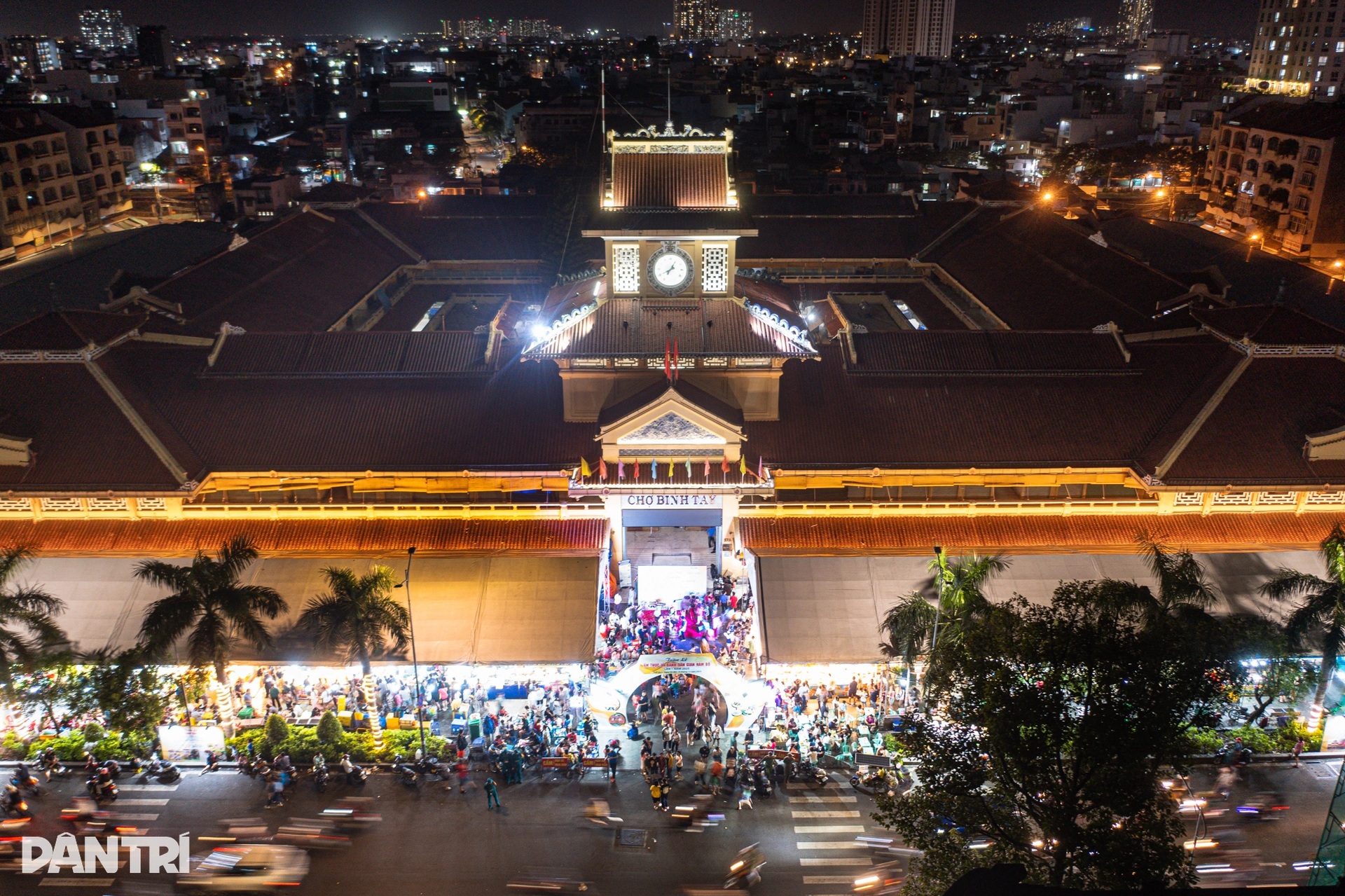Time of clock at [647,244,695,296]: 8:04
